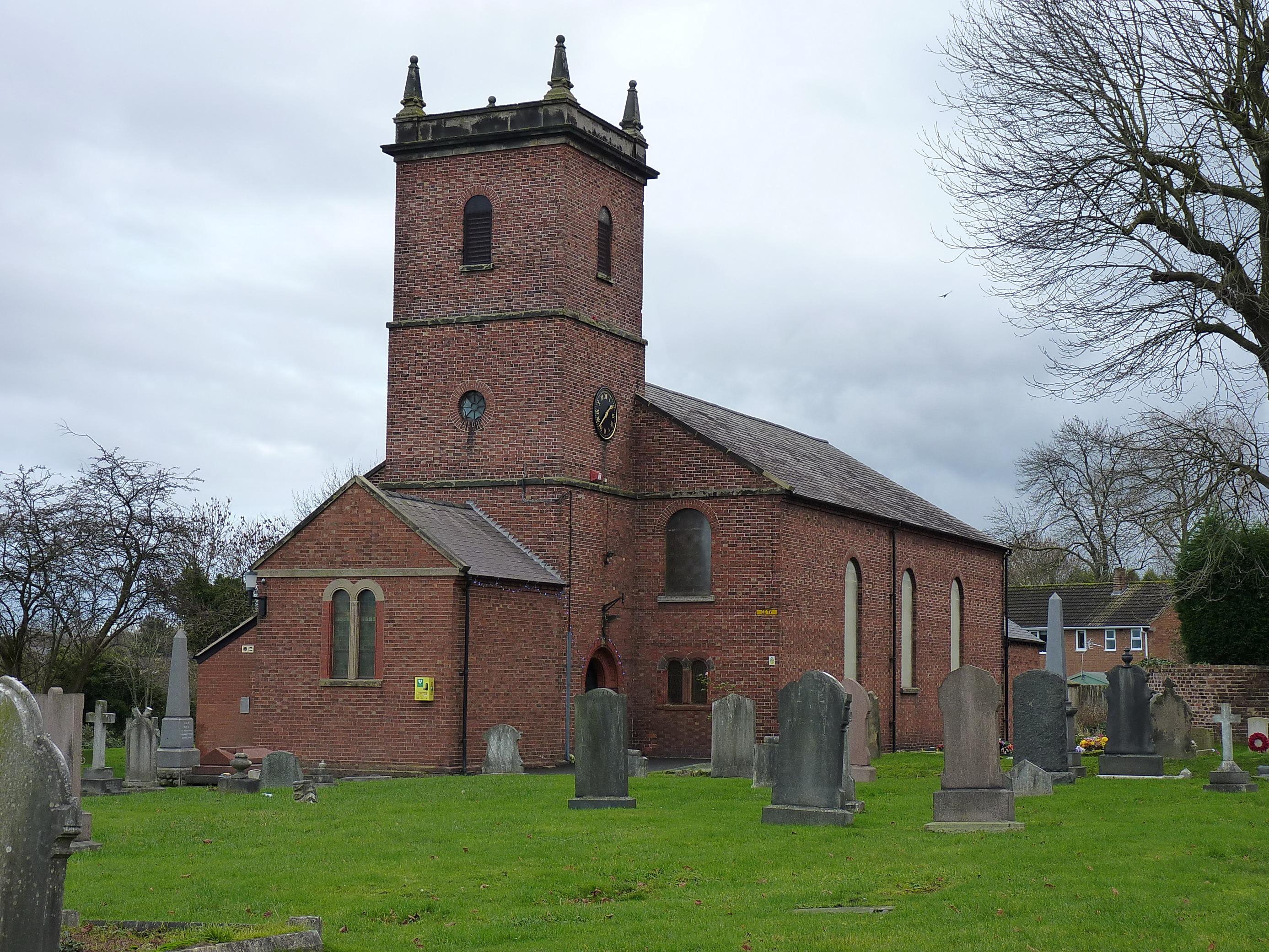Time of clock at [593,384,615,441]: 1:37
